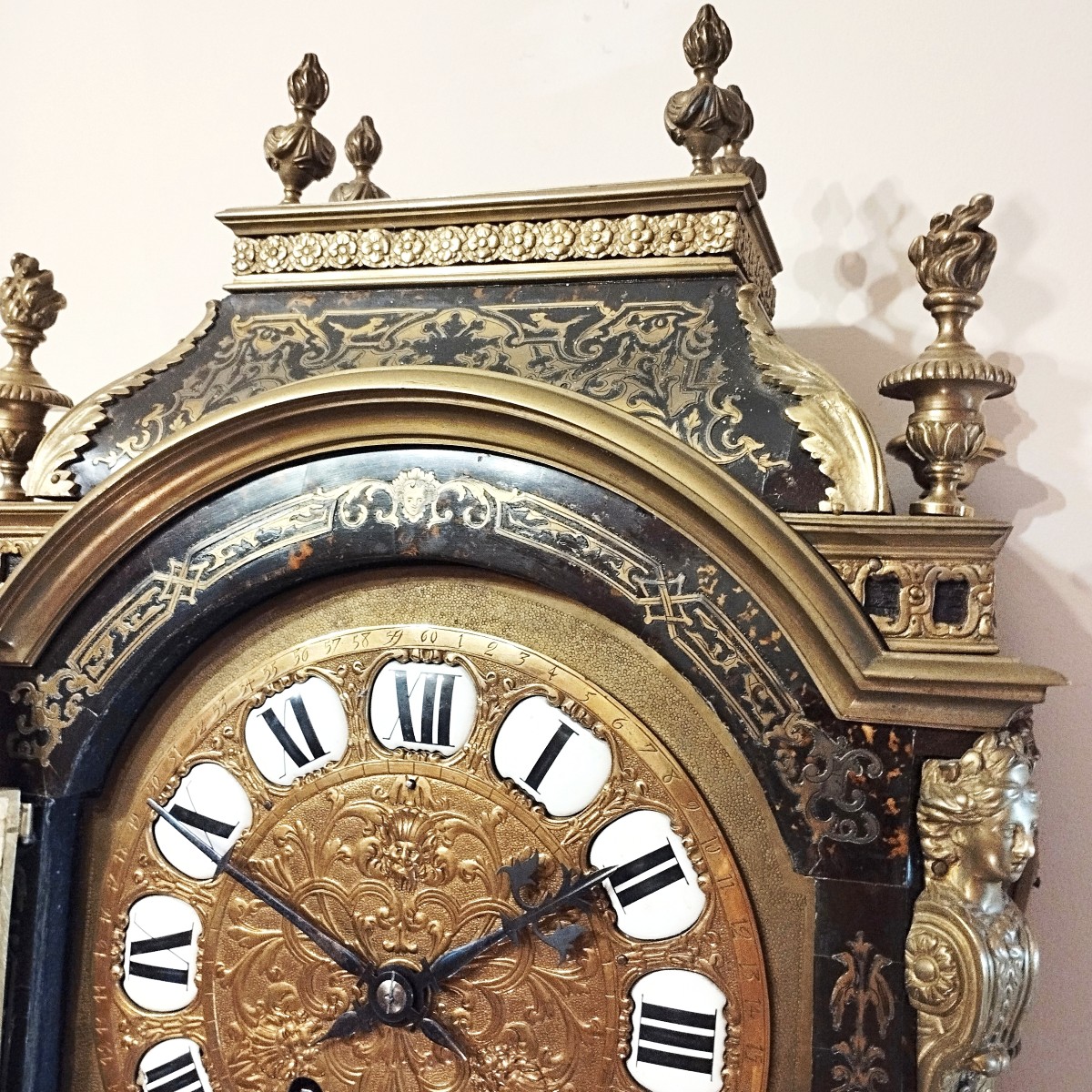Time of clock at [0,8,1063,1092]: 1:50
